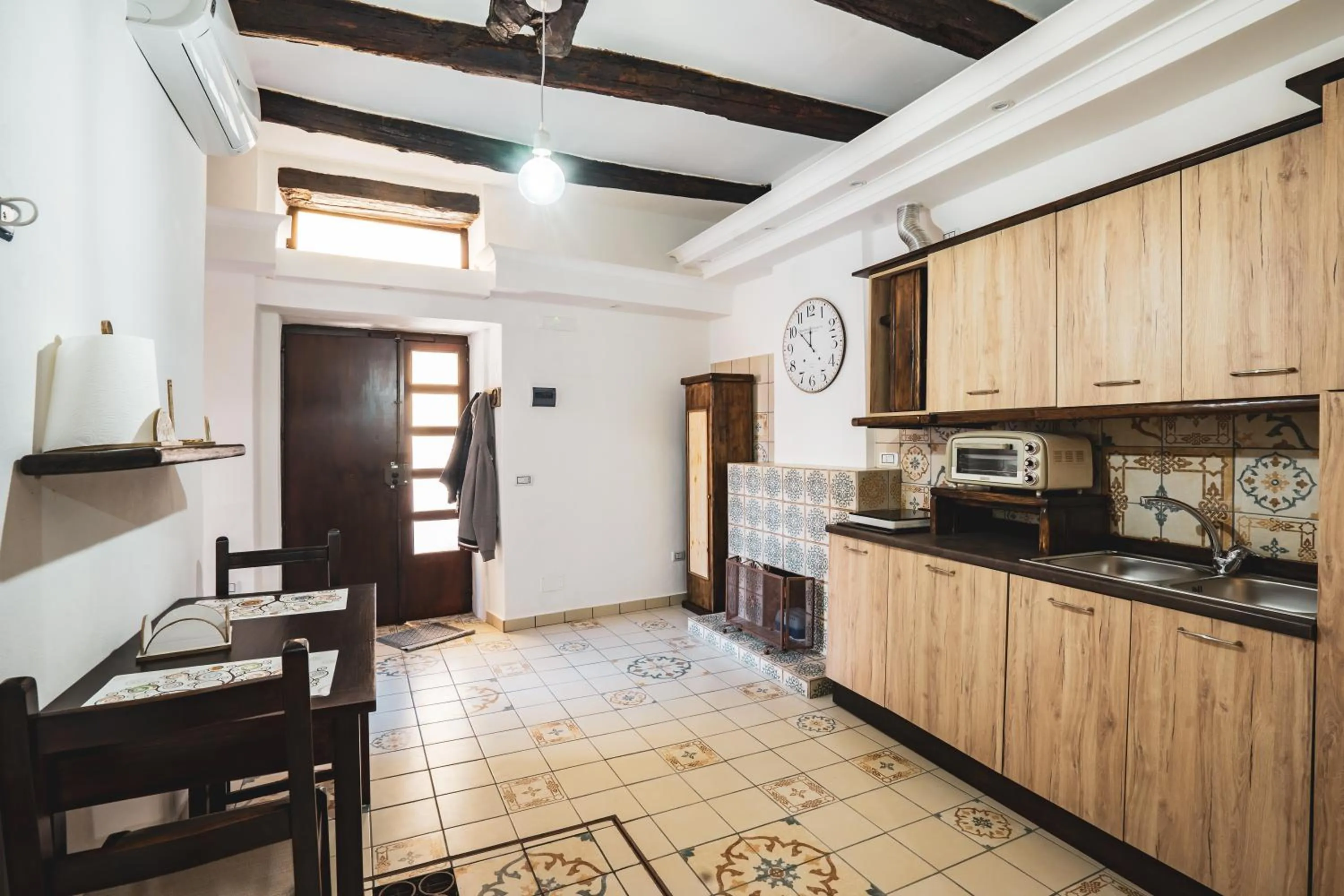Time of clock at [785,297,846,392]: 11:51
